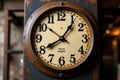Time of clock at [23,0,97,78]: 8:06
